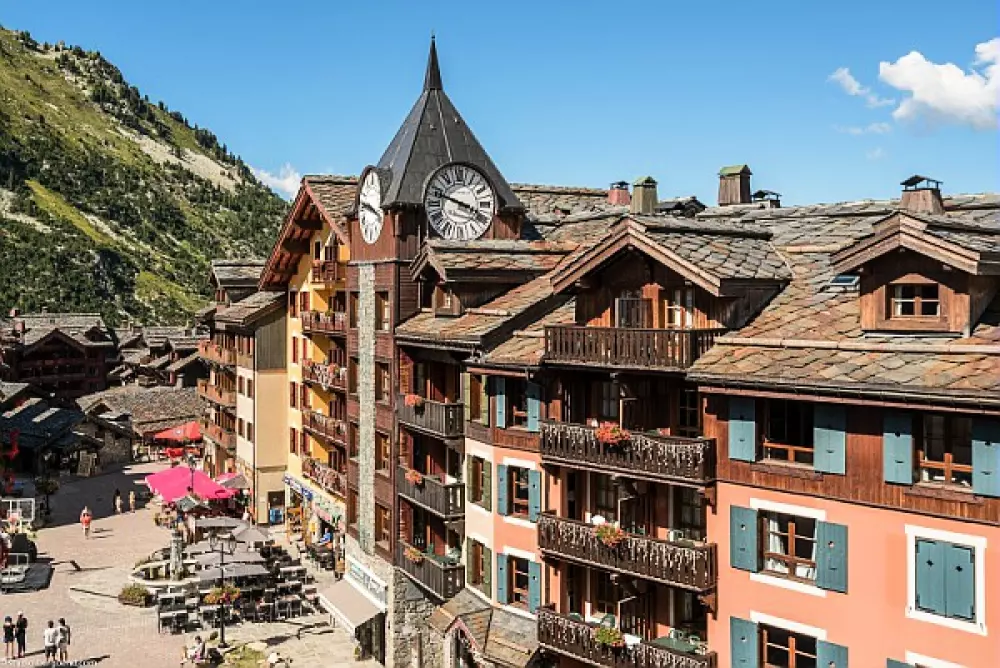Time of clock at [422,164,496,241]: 3:48
